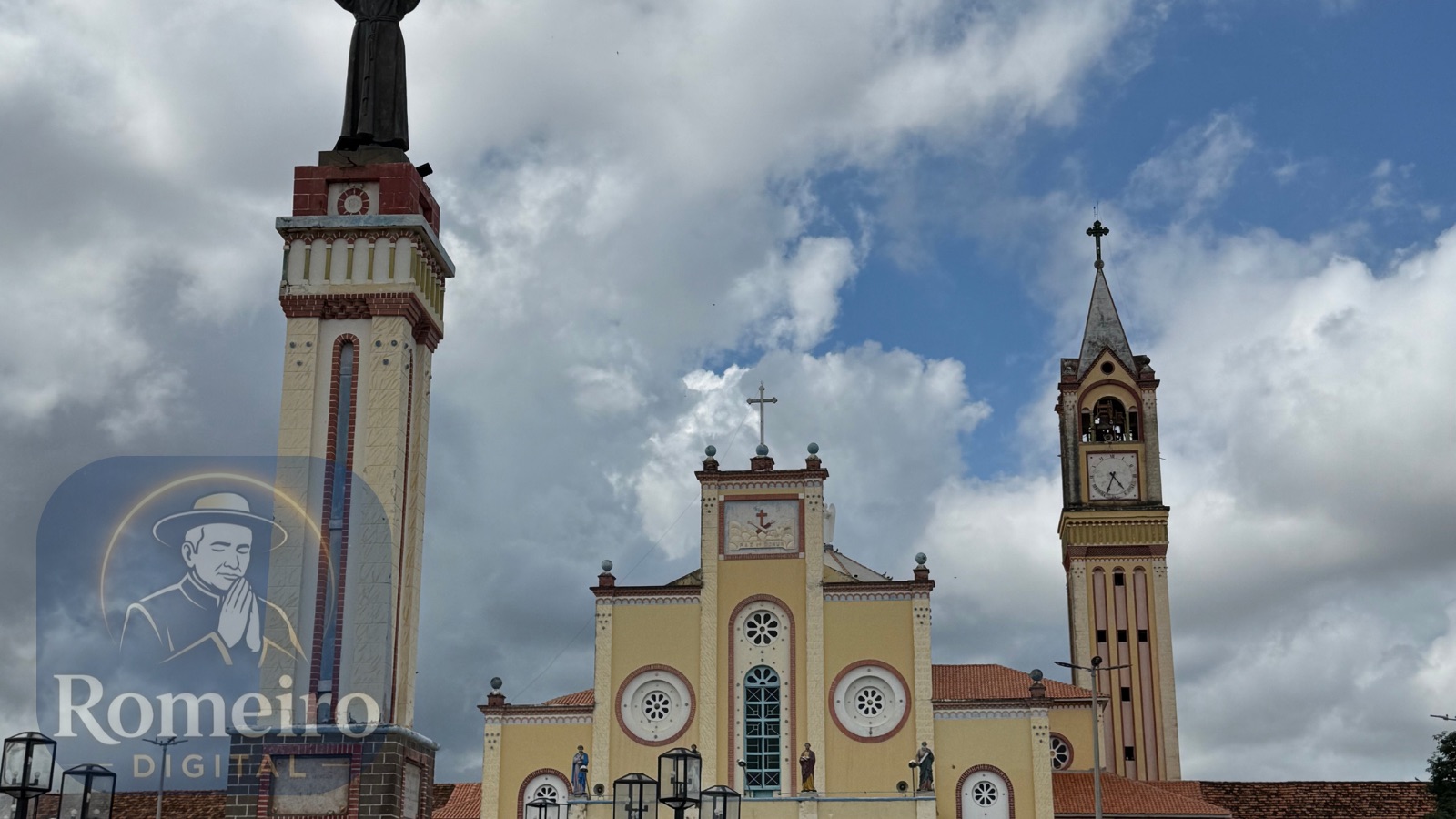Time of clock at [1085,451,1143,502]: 4:34
